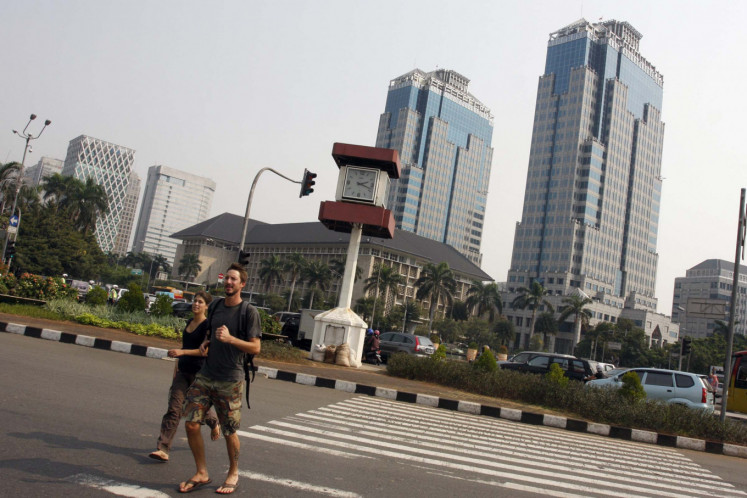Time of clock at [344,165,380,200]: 2:18
